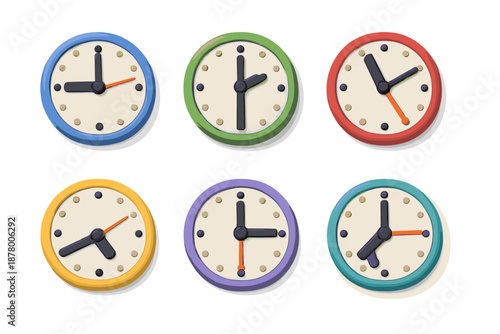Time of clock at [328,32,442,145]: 11:09
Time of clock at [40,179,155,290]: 4:40
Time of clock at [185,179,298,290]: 12:14
